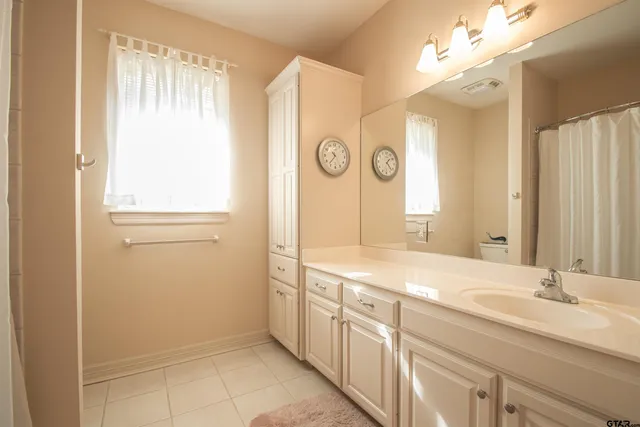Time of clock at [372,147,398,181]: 1:22
